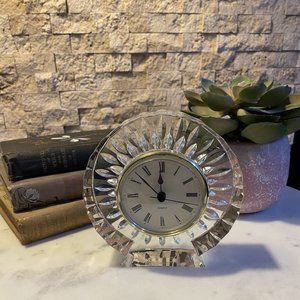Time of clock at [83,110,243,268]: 11:52
